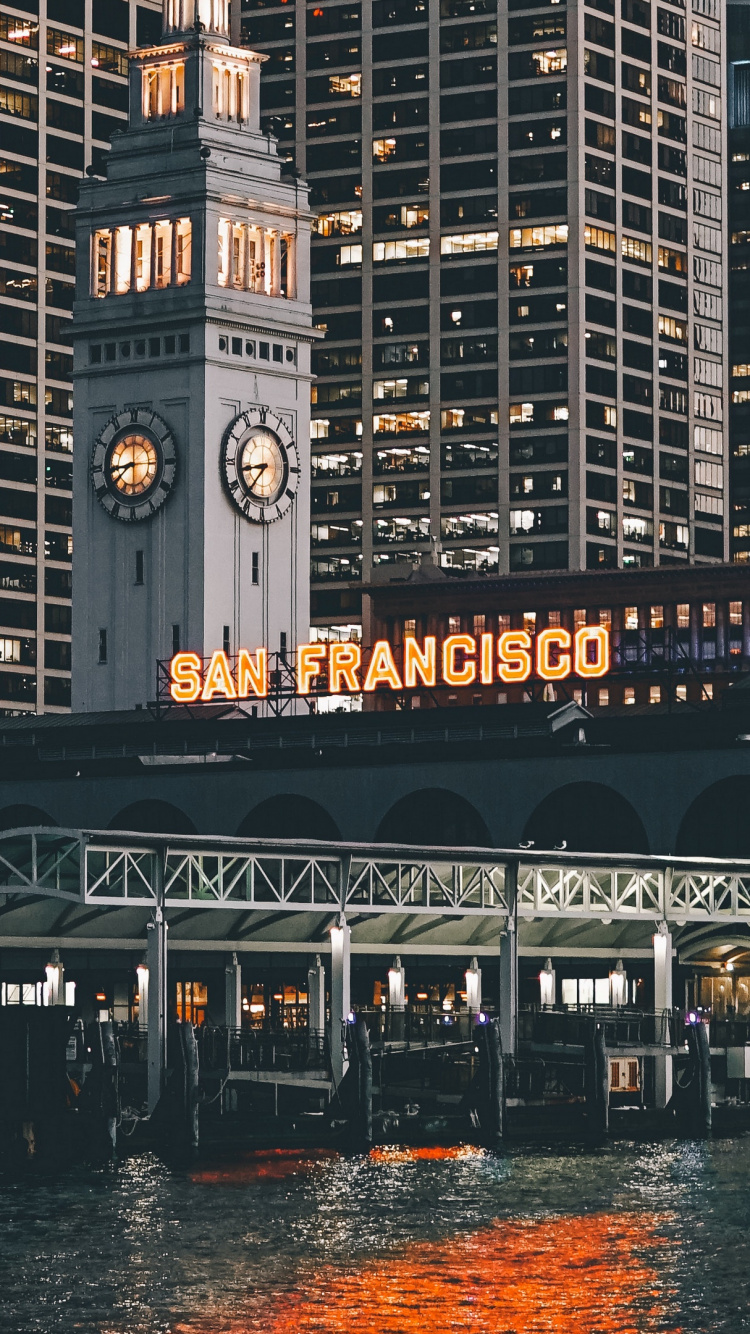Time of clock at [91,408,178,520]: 8:38
